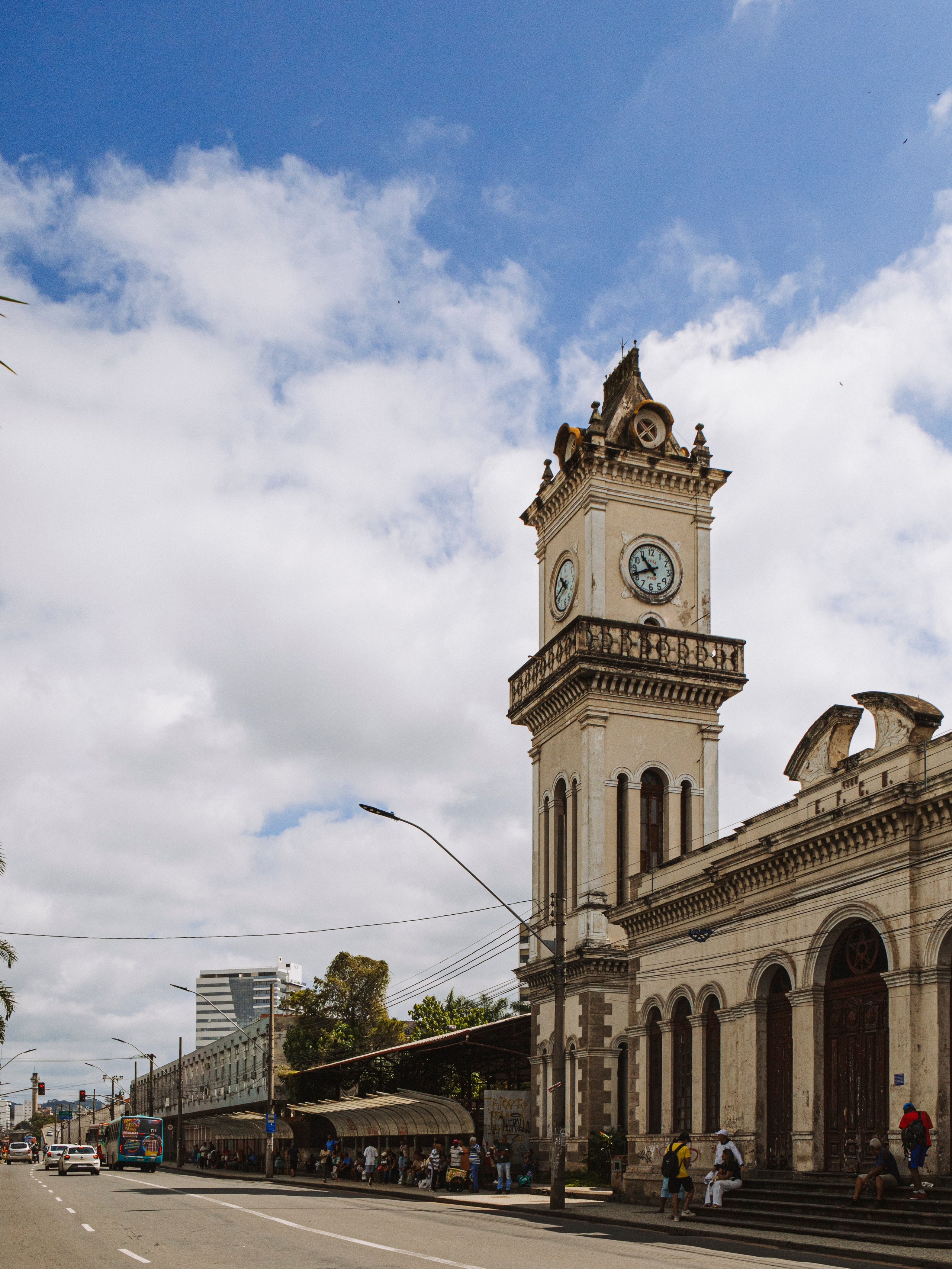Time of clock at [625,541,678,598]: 10:41
